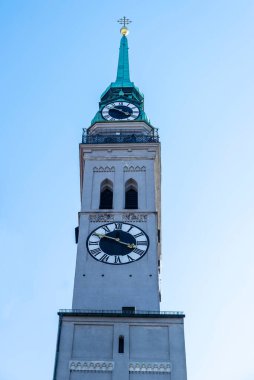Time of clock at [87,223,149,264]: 3:48
